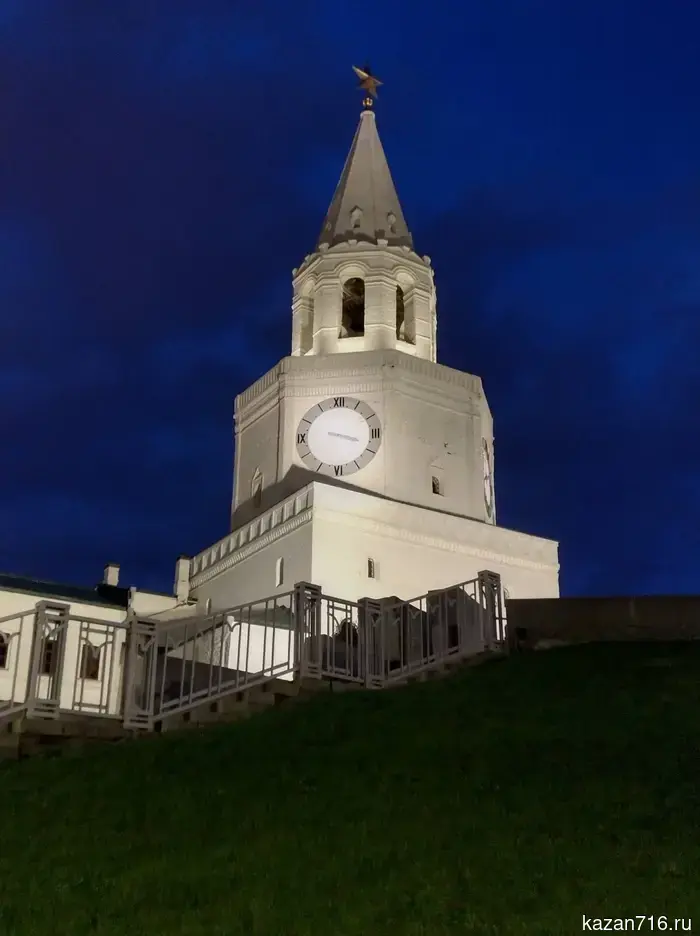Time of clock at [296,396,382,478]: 3:18
